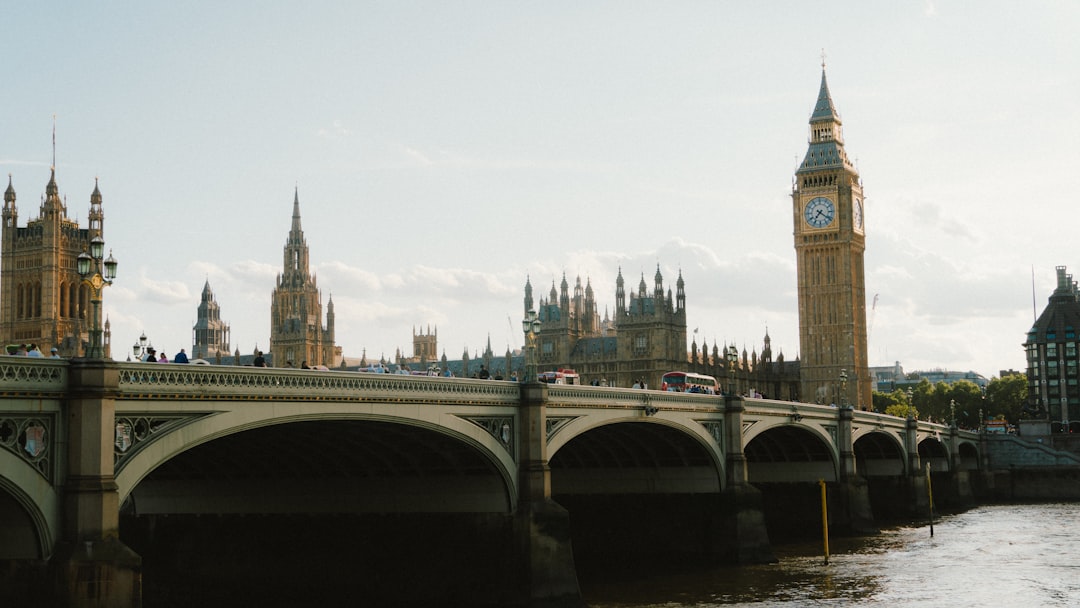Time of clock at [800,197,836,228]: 7:21
